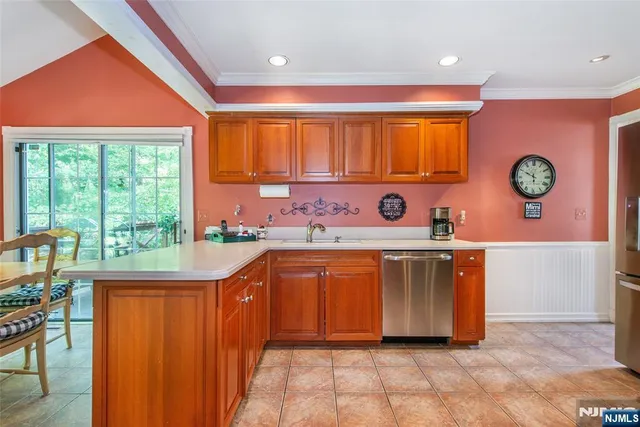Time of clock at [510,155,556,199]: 5:49
